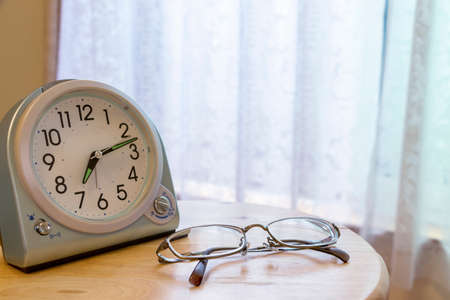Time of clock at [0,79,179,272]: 7:12
